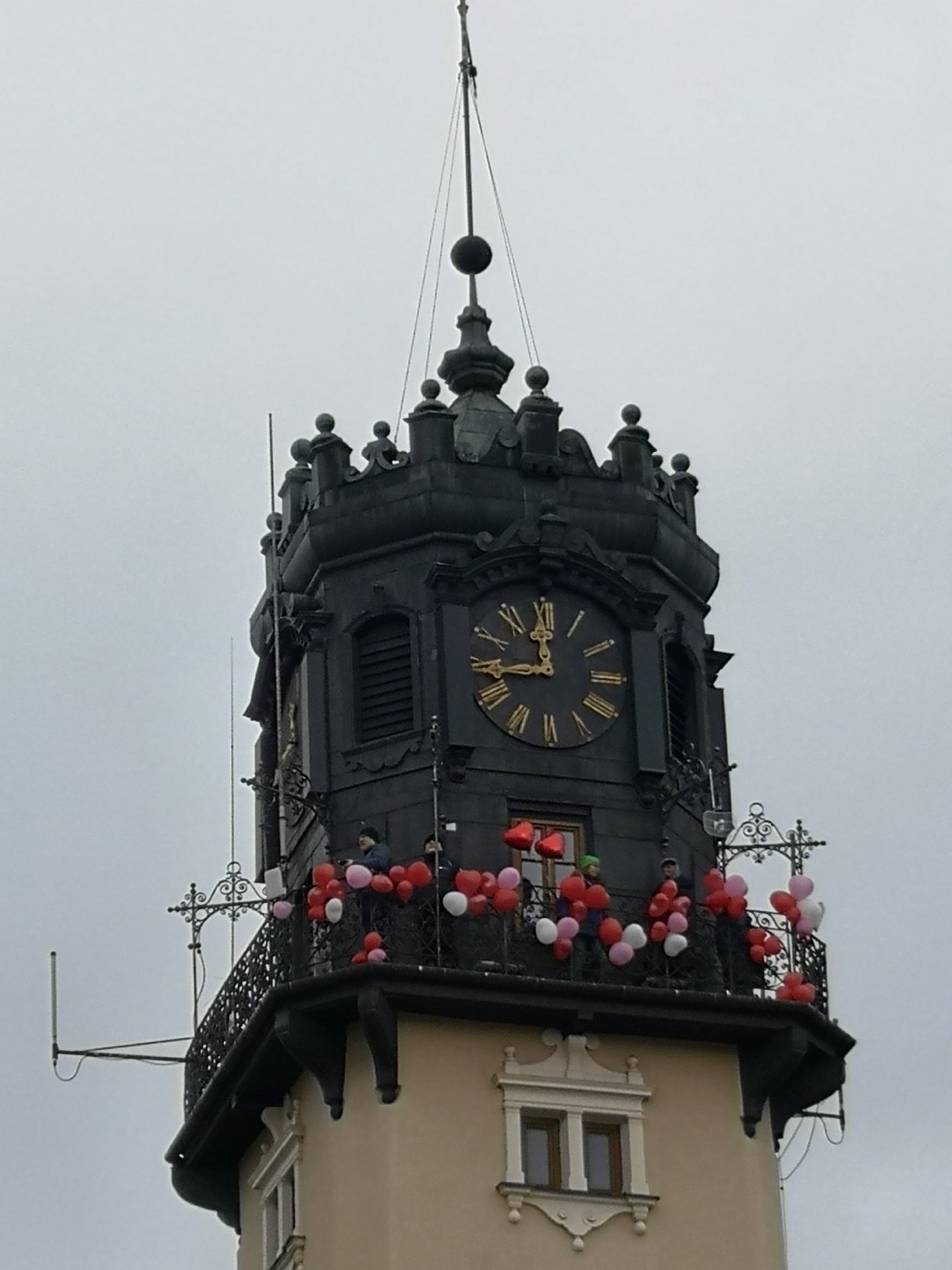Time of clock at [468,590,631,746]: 11:44
